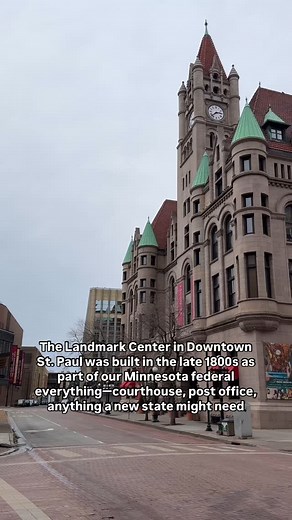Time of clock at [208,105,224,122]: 2:38
